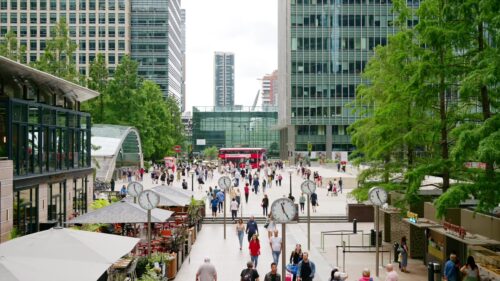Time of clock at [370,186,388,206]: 11:24
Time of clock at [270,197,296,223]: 11:24
